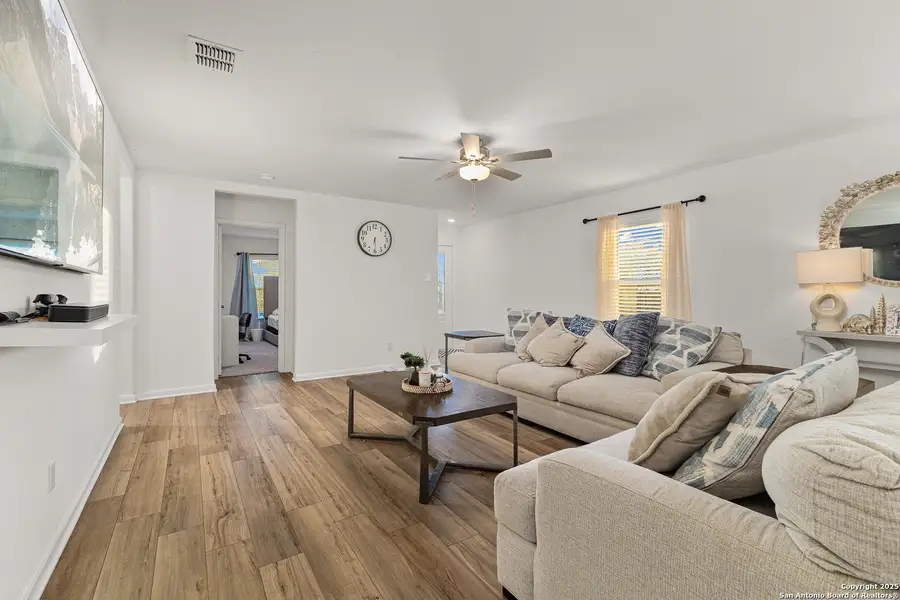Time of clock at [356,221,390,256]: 6:29
